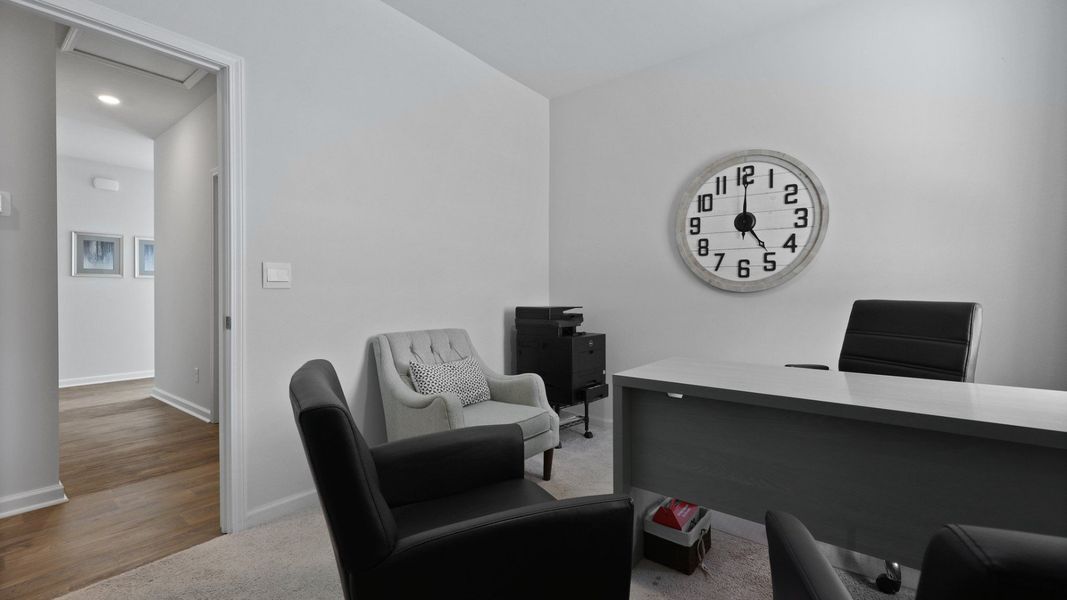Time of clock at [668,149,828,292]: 5:00
